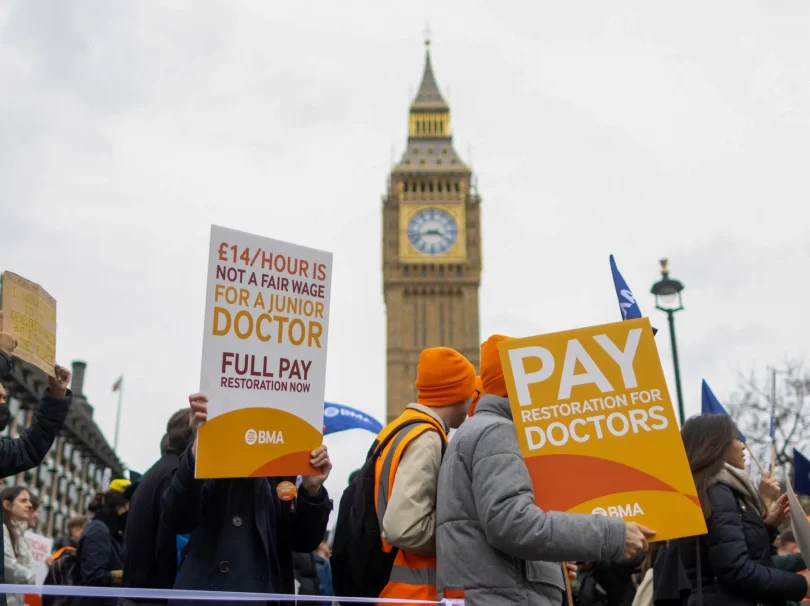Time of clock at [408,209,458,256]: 3:42
